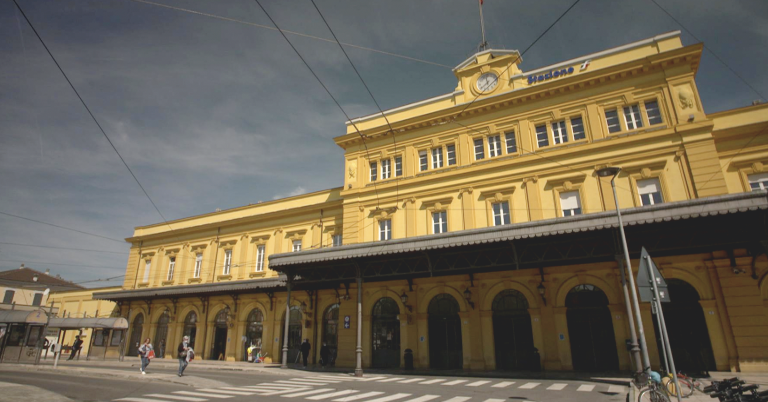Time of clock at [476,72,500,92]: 11:37
